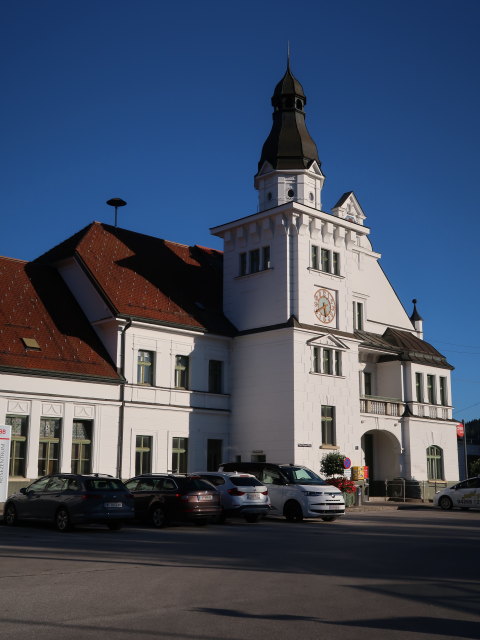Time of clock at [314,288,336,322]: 5:40
